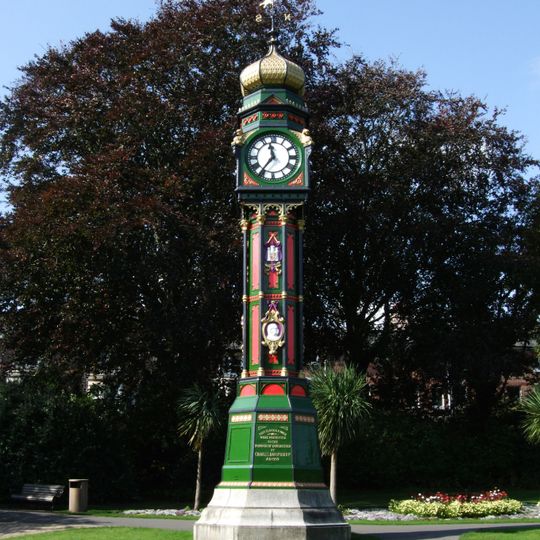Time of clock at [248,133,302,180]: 11:36
